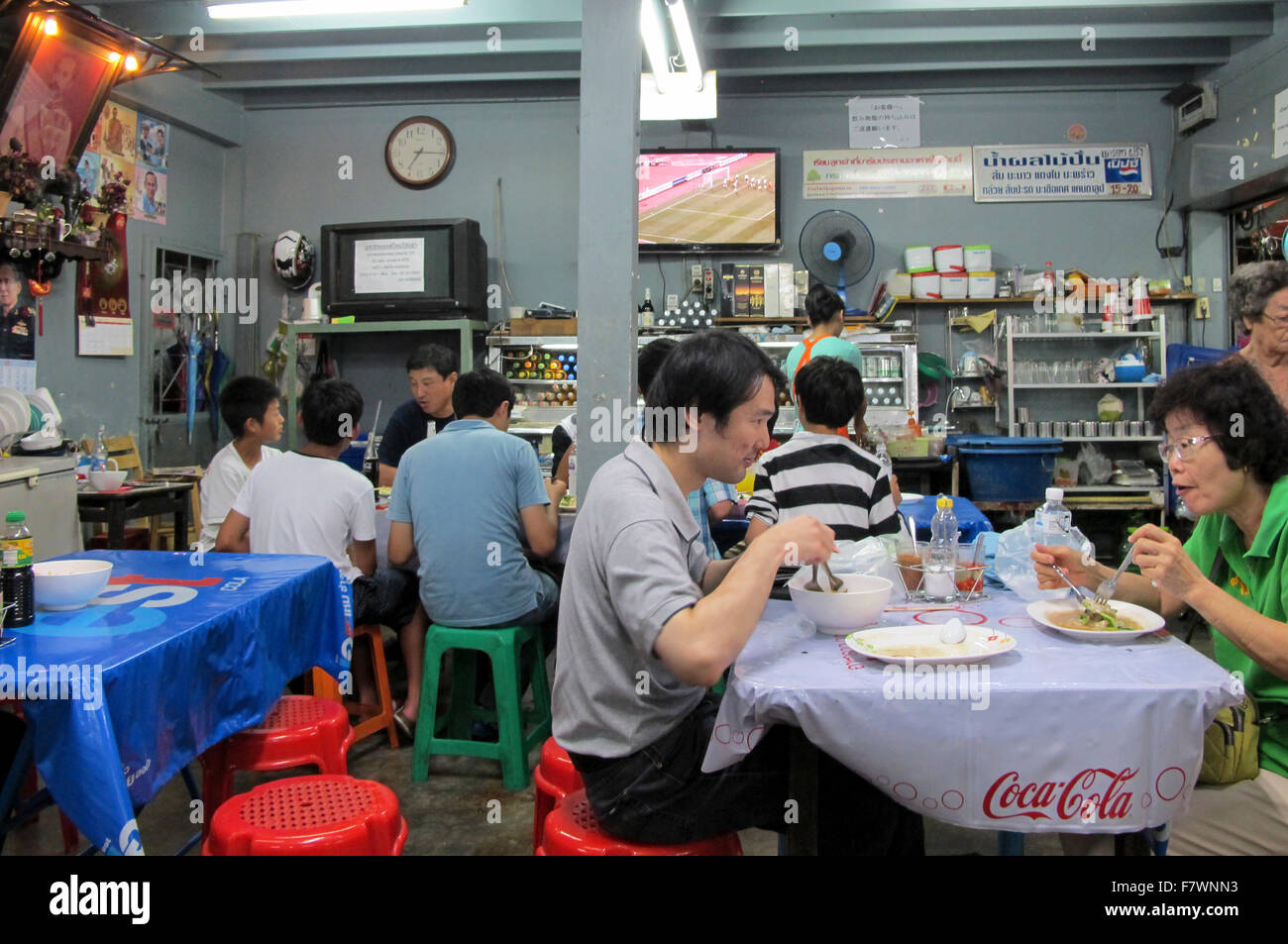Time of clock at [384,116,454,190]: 7:15
